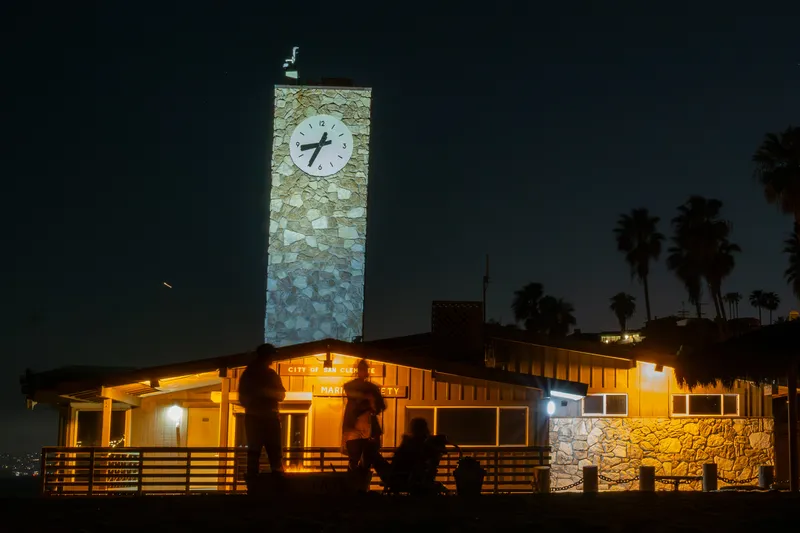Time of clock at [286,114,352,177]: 8:34
